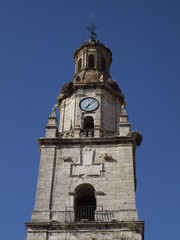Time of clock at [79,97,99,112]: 7:08
